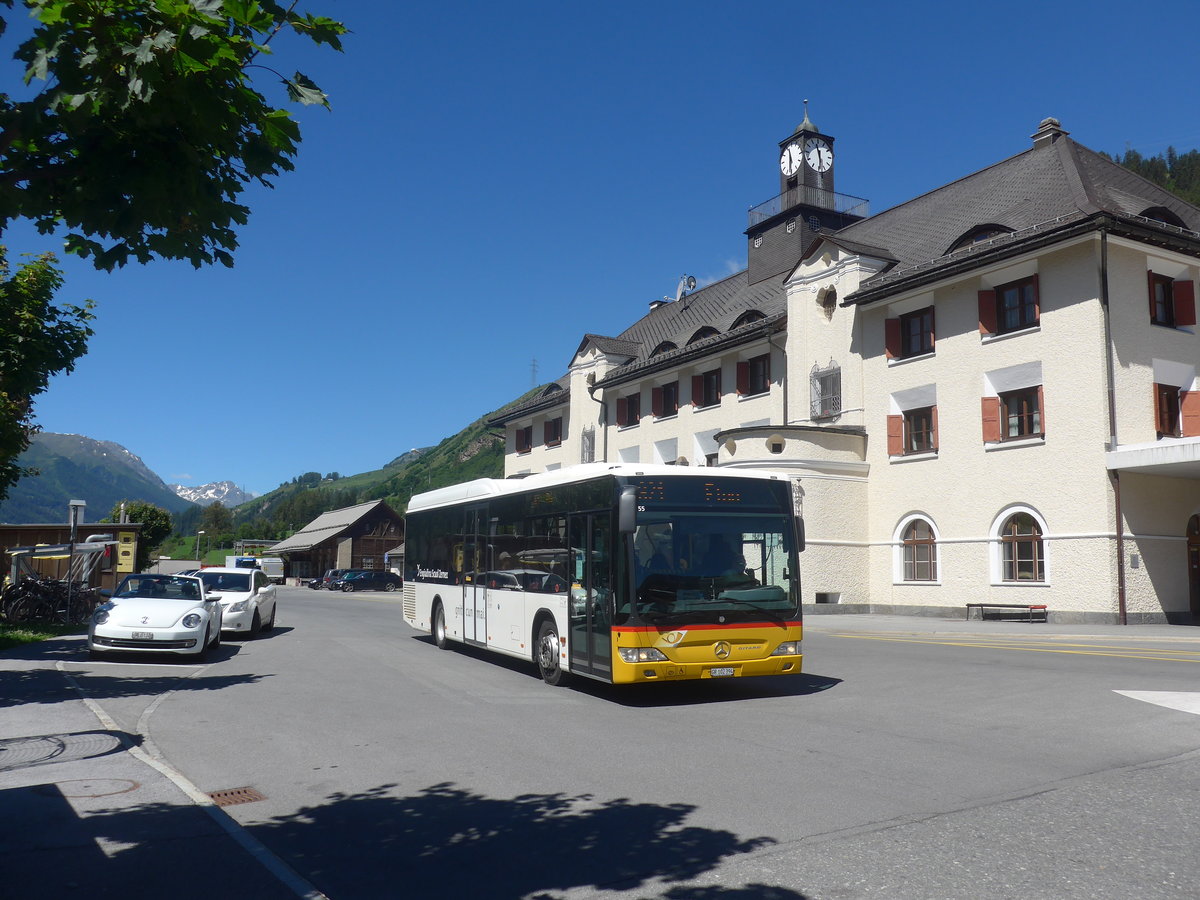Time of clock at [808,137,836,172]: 11:29
